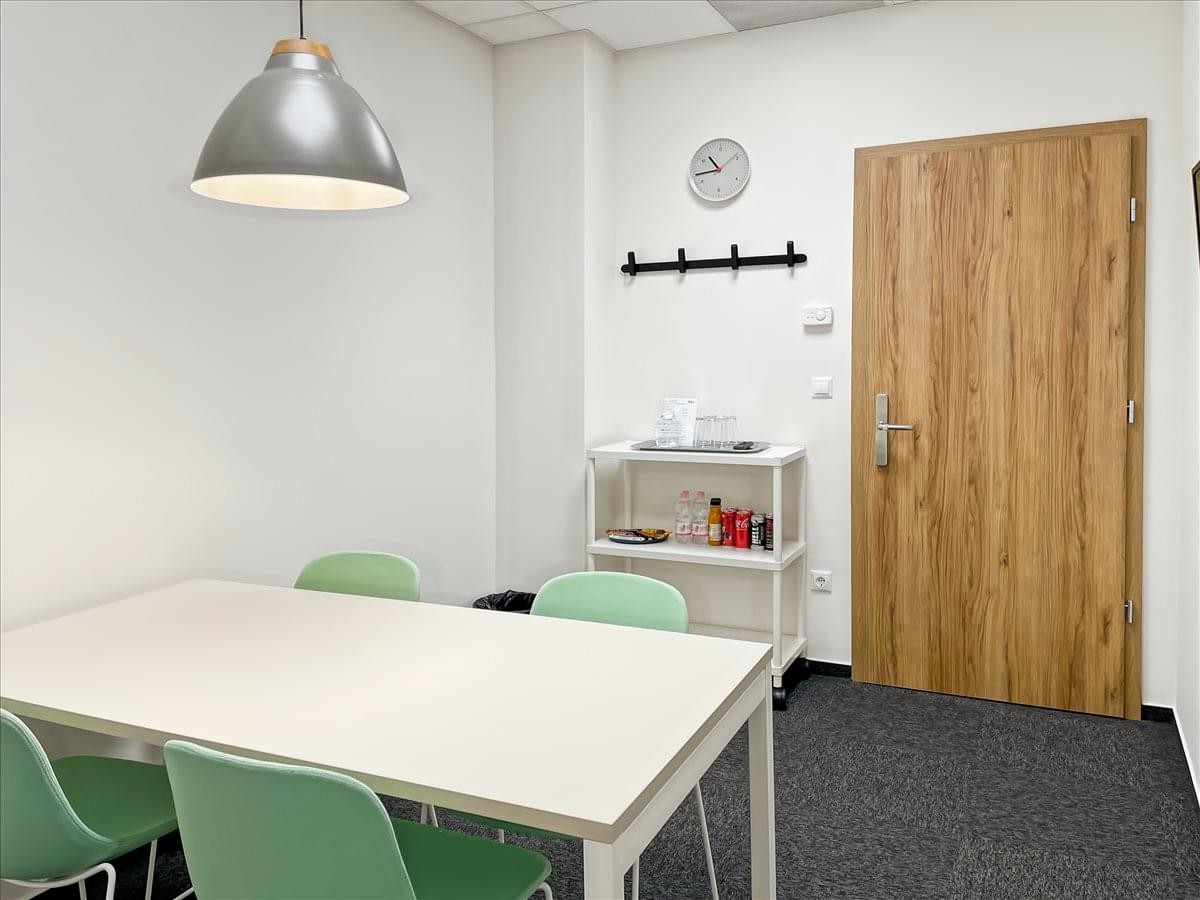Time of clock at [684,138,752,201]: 10:43
